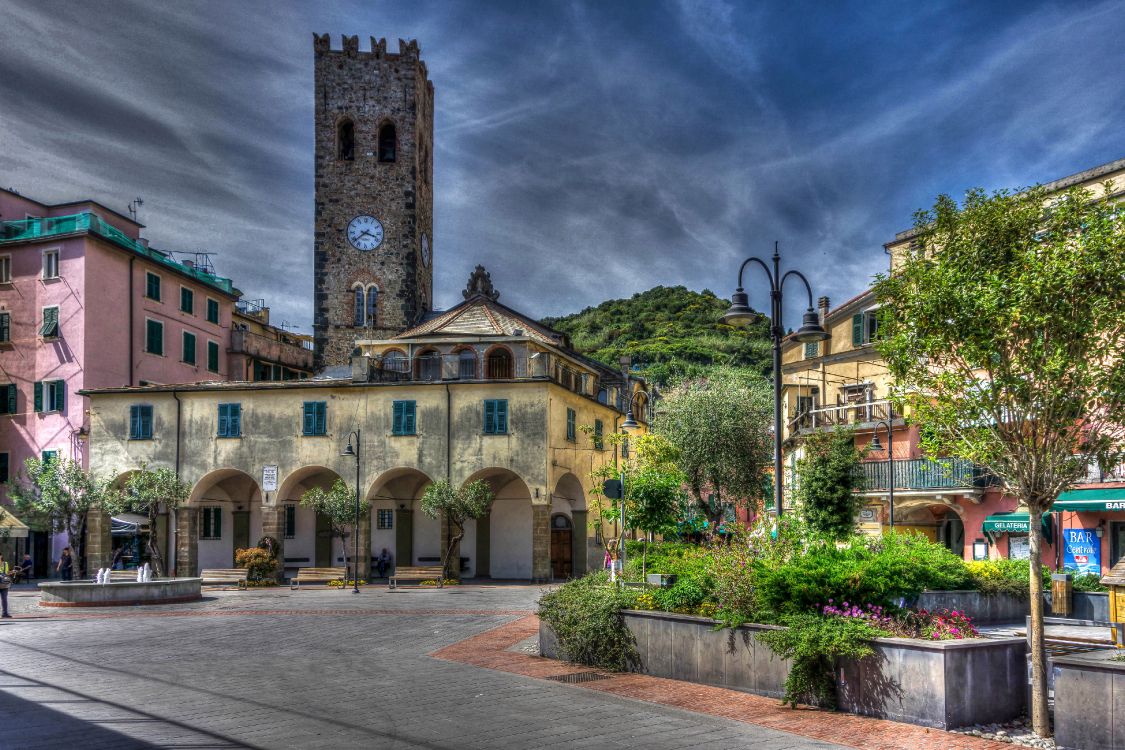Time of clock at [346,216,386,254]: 3:38
